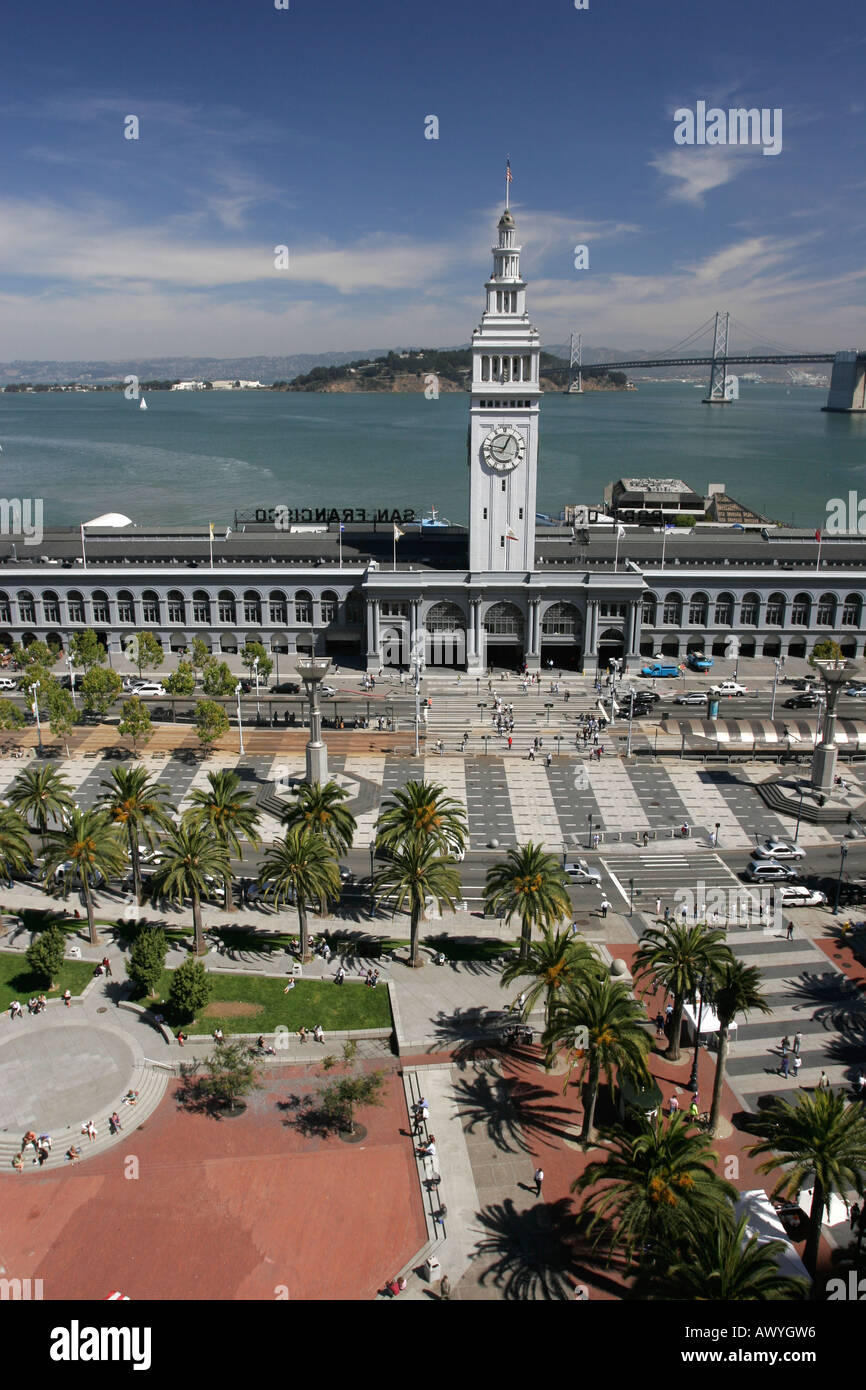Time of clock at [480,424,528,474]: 12:46
